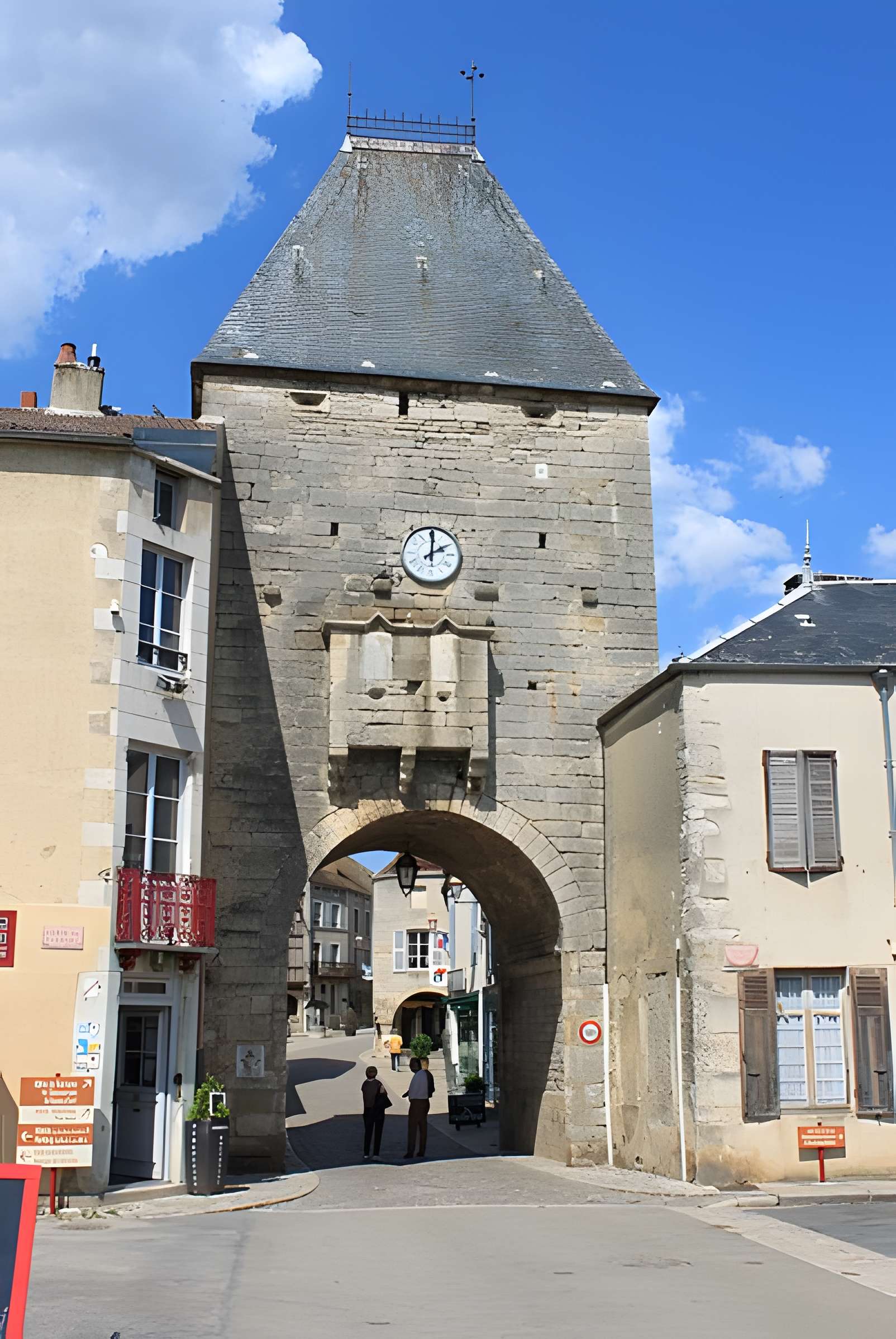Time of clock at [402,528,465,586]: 2:00
